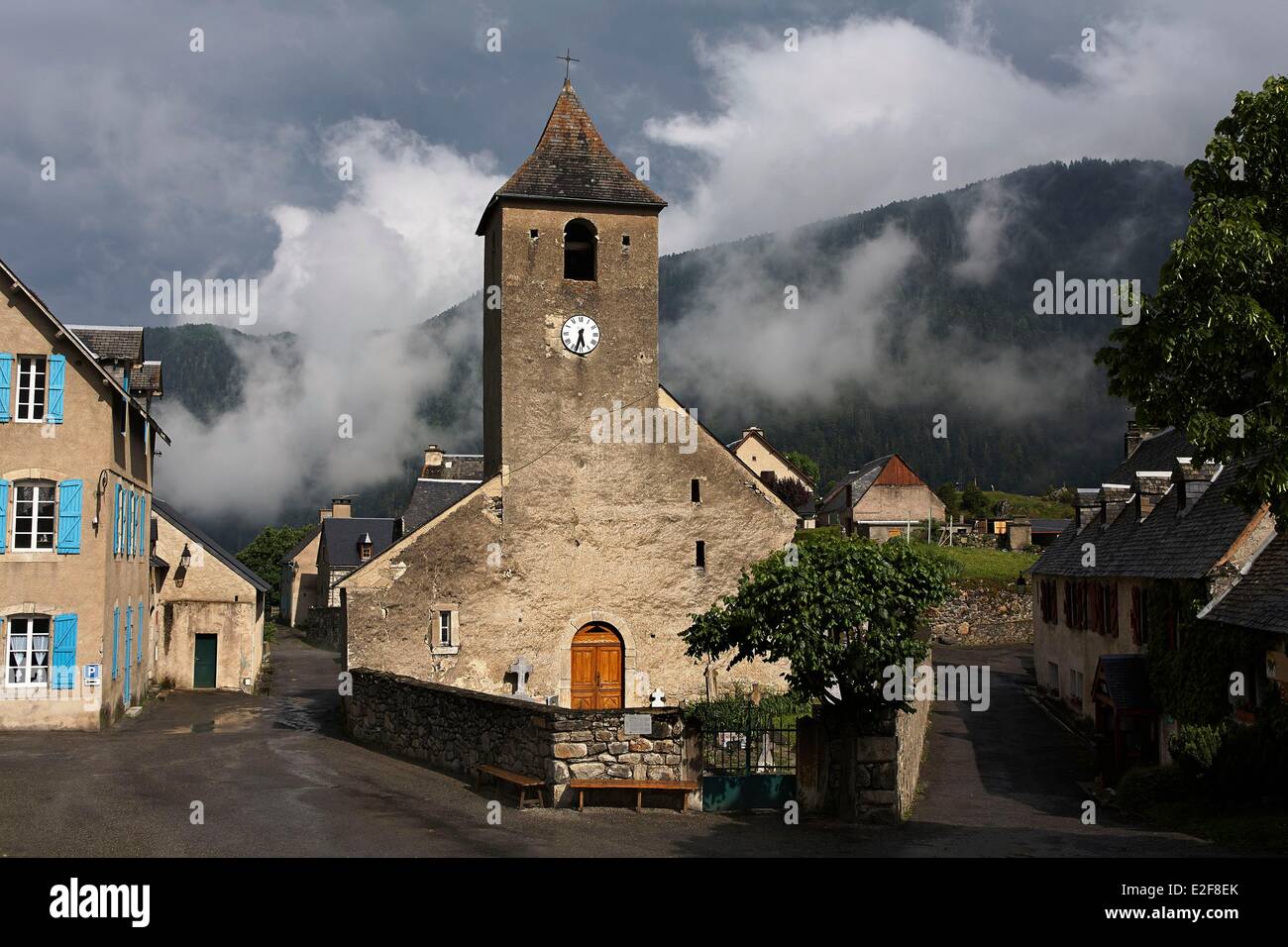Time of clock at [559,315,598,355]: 5:32
